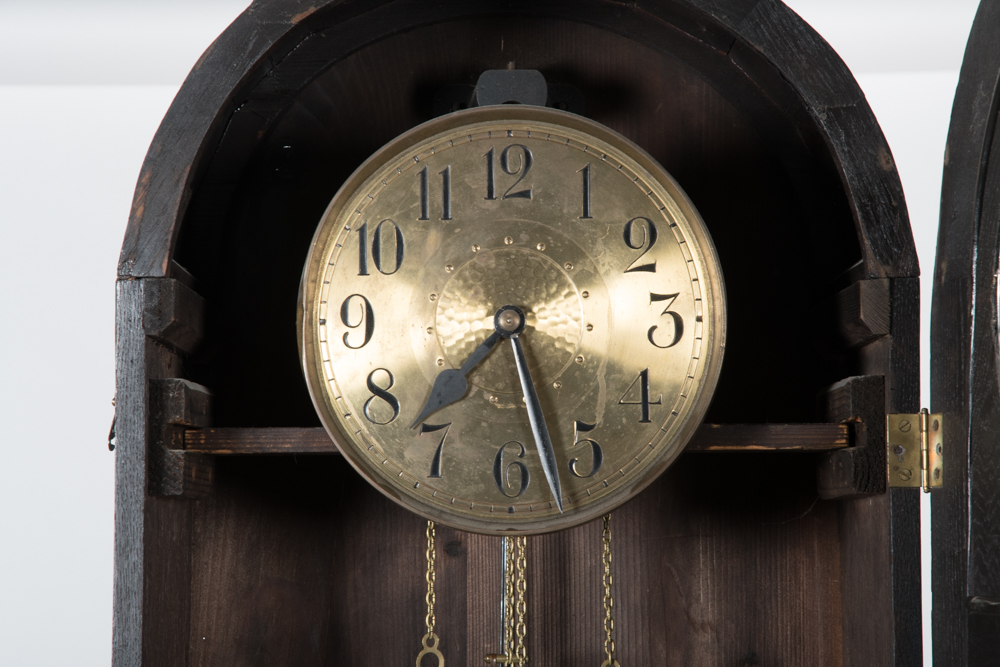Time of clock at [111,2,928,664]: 7:27
